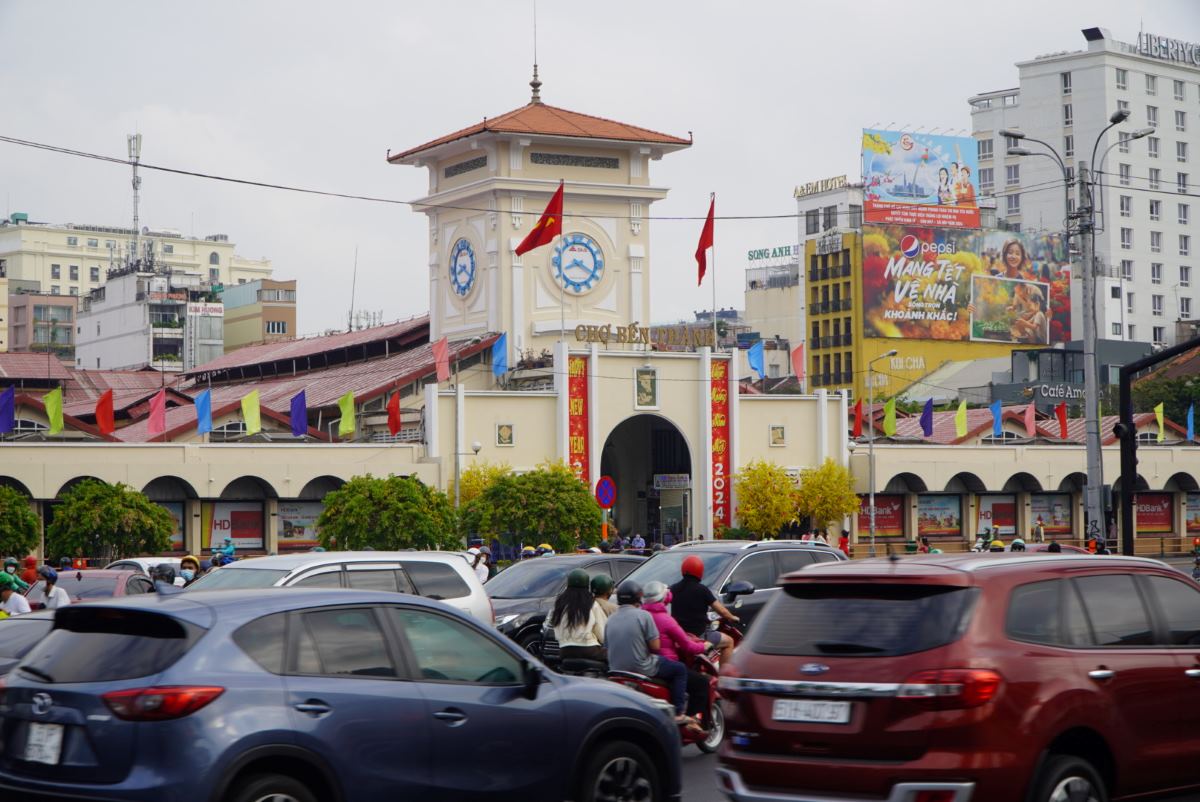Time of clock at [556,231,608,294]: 8:19
